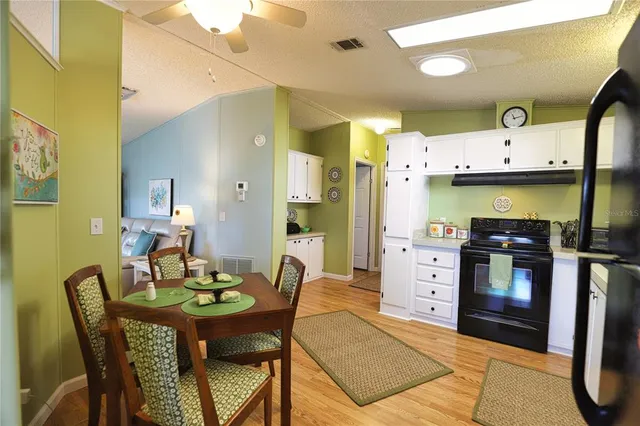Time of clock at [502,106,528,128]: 11:13
